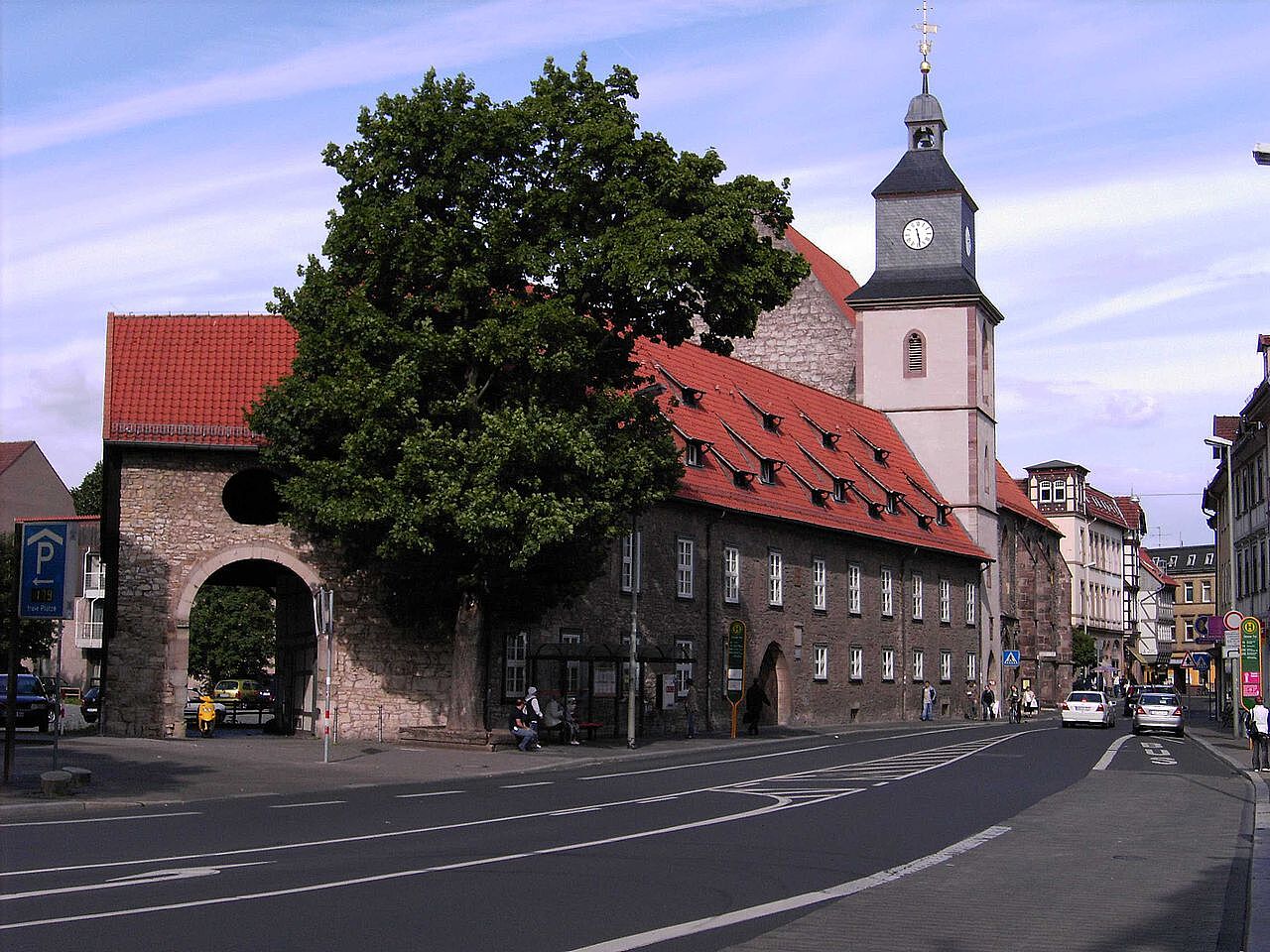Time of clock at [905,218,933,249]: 5:28
